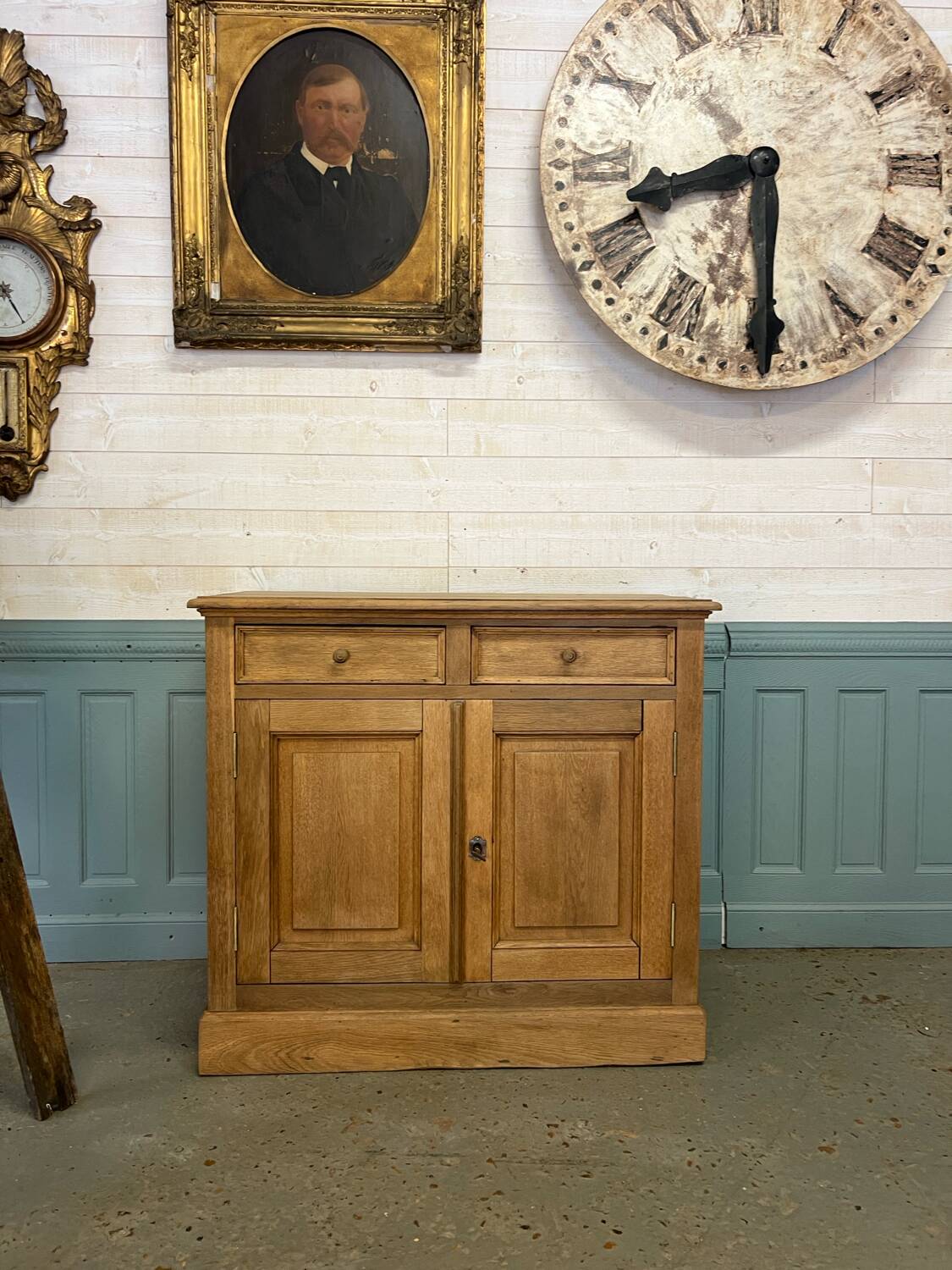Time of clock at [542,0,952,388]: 8:29
